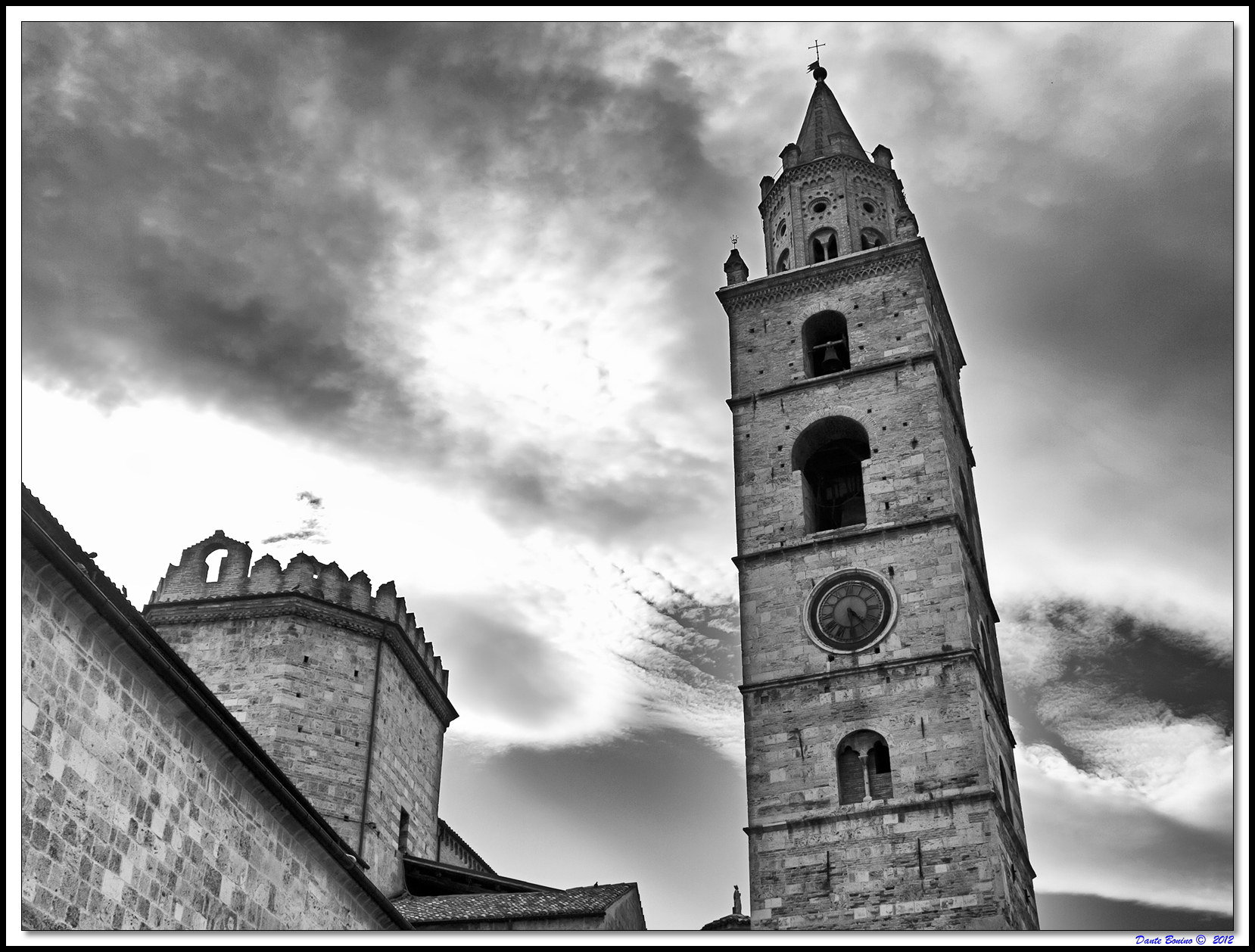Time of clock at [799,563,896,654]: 4:28
